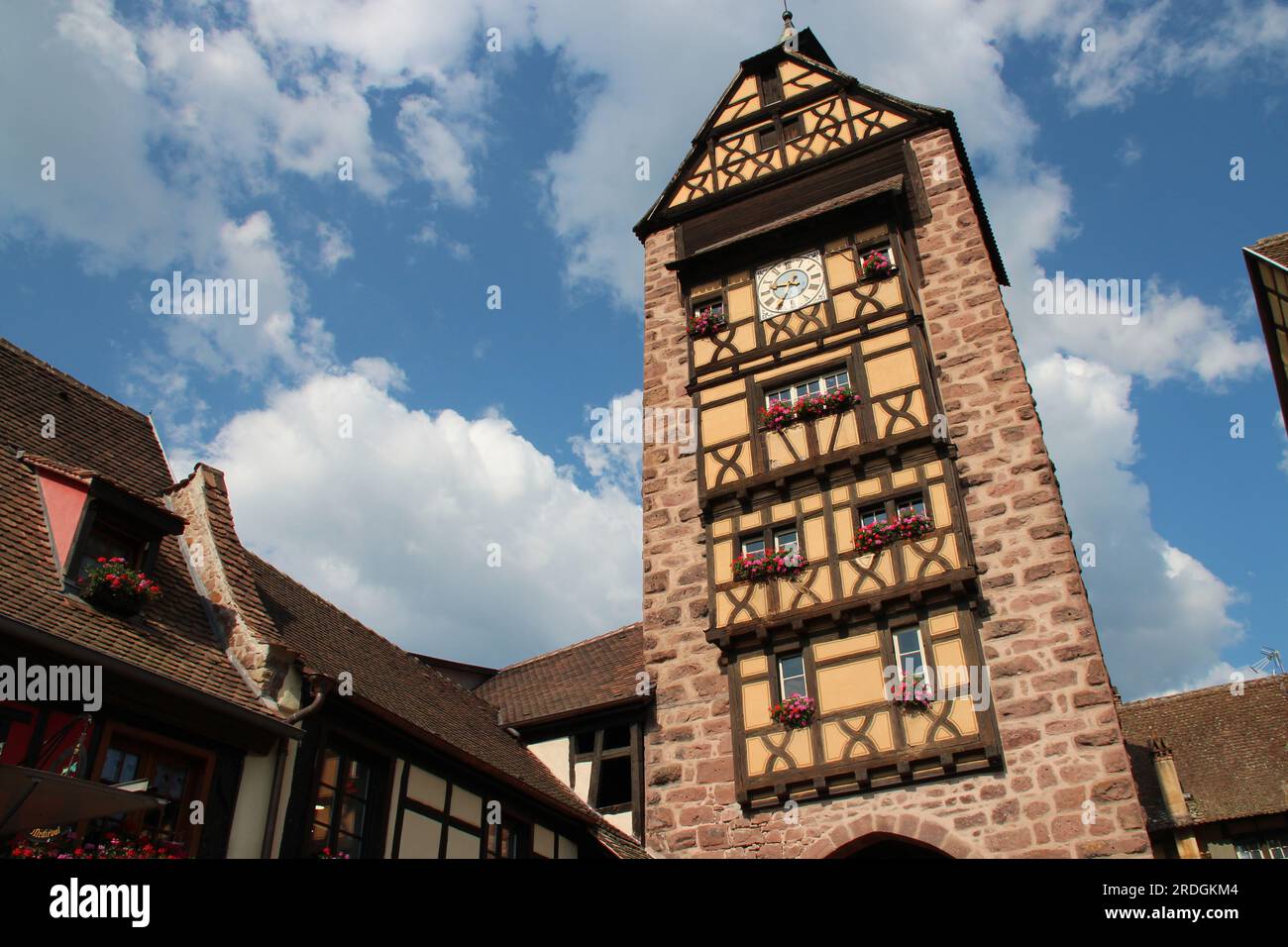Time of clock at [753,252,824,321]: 9:35
